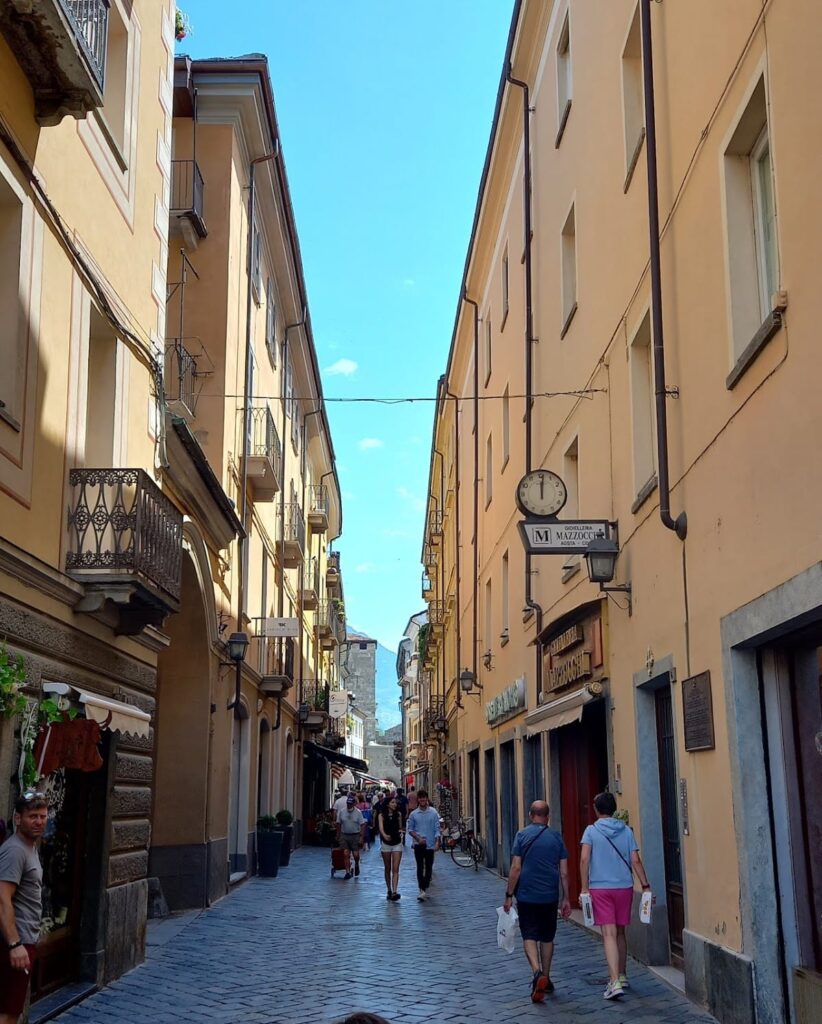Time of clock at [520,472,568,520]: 12:01
